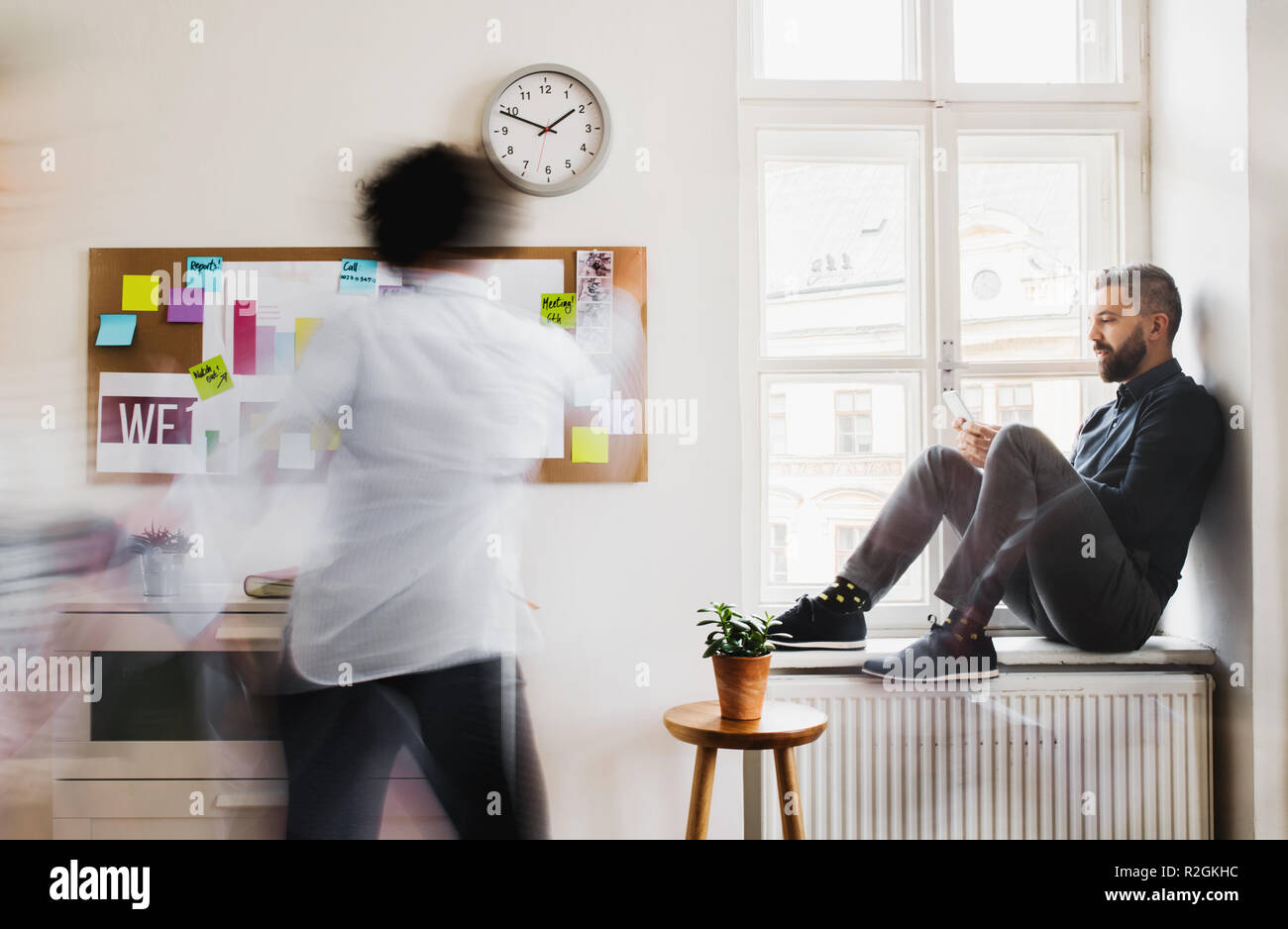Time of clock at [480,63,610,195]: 1:48
